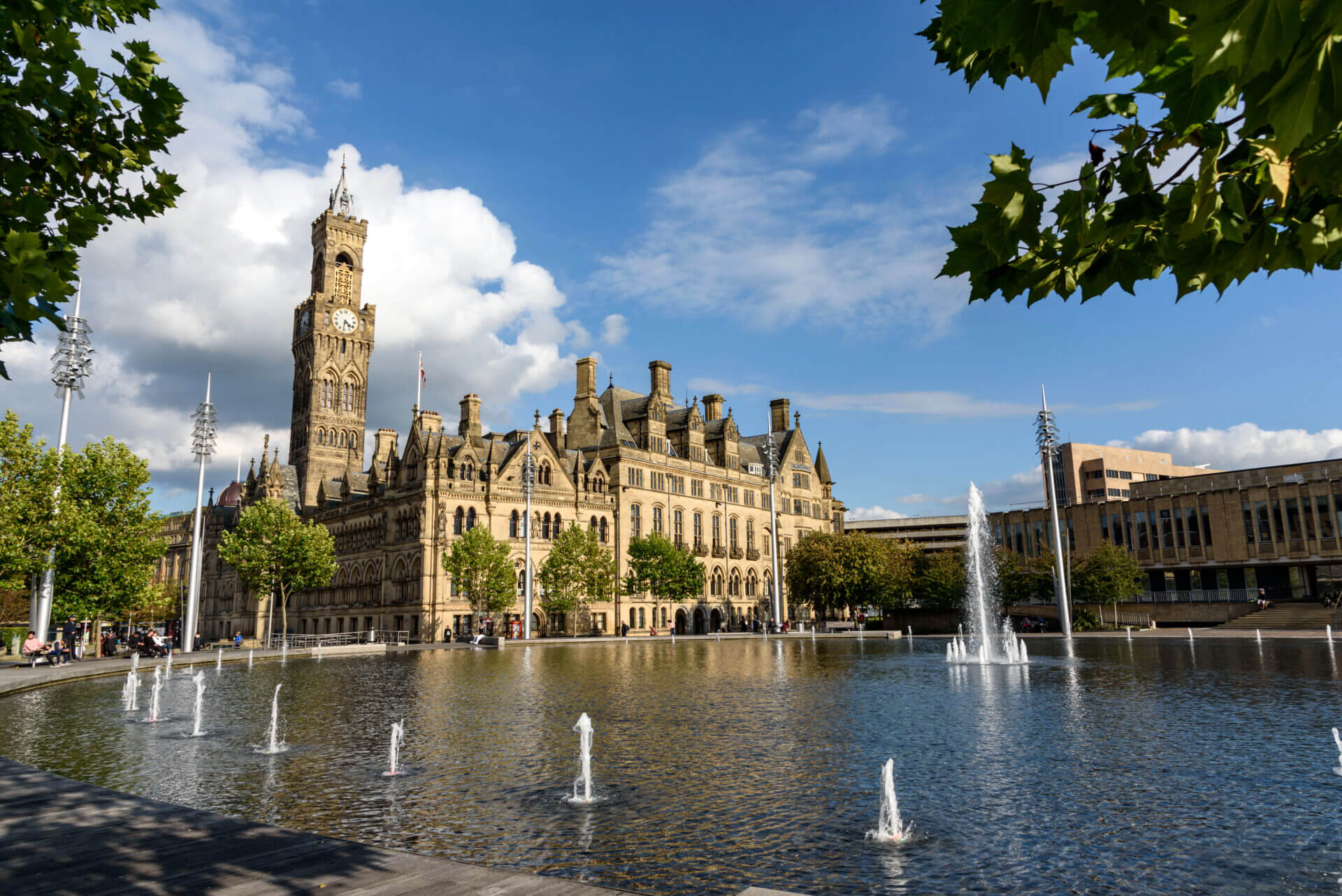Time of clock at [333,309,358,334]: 4:31
